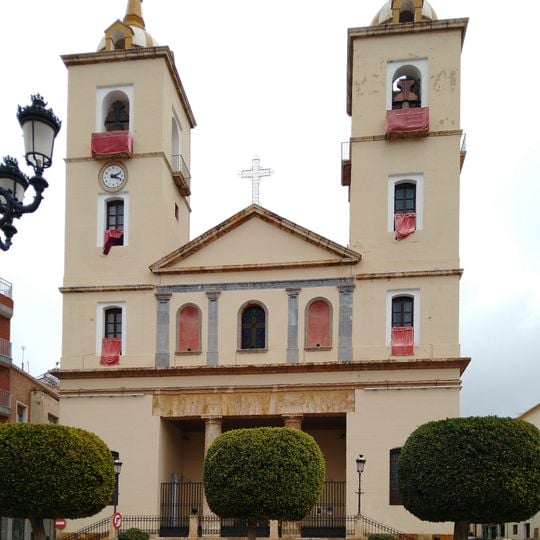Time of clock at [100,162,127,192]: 2:18
